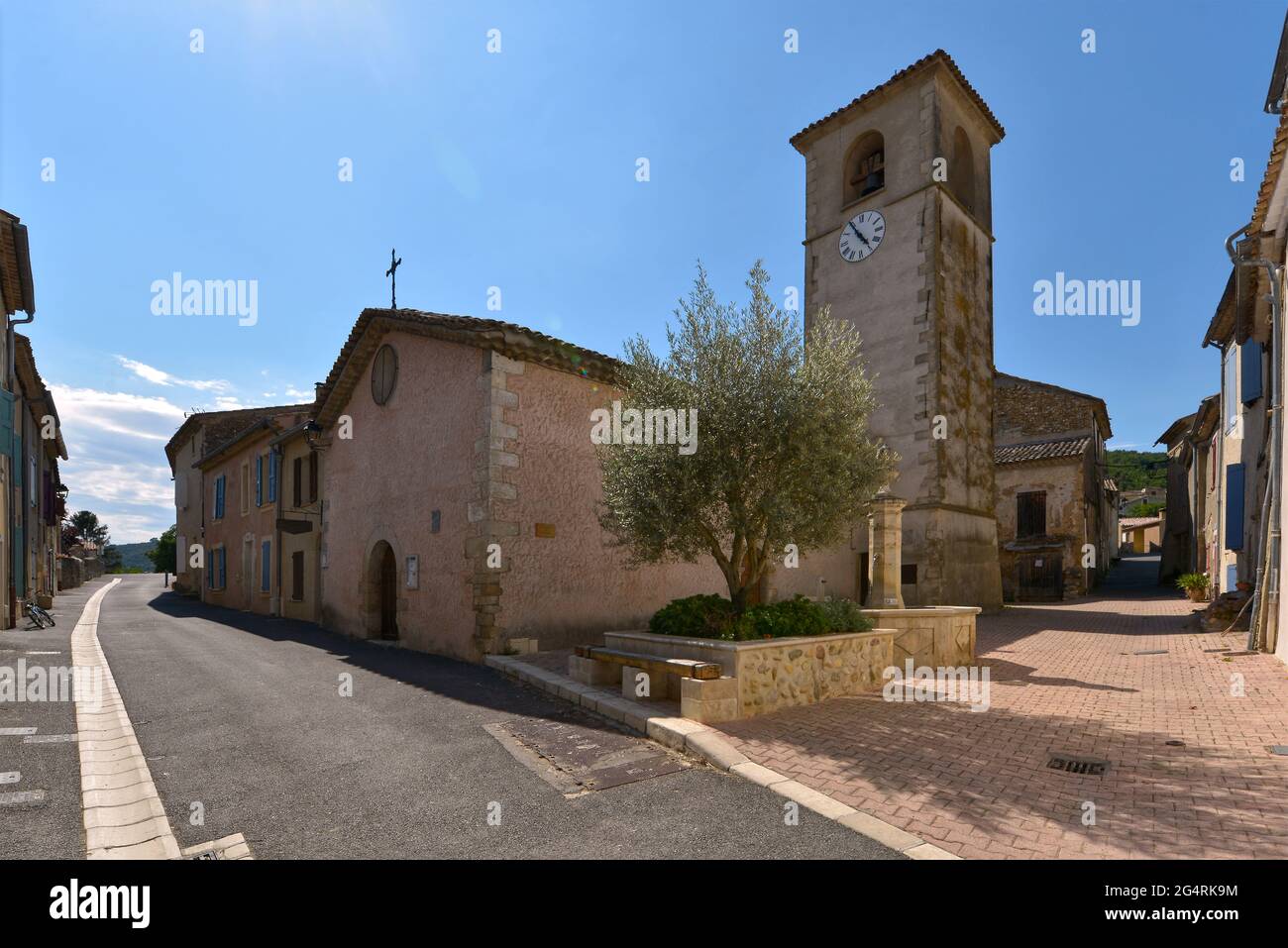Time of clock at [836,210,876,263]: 4:54
